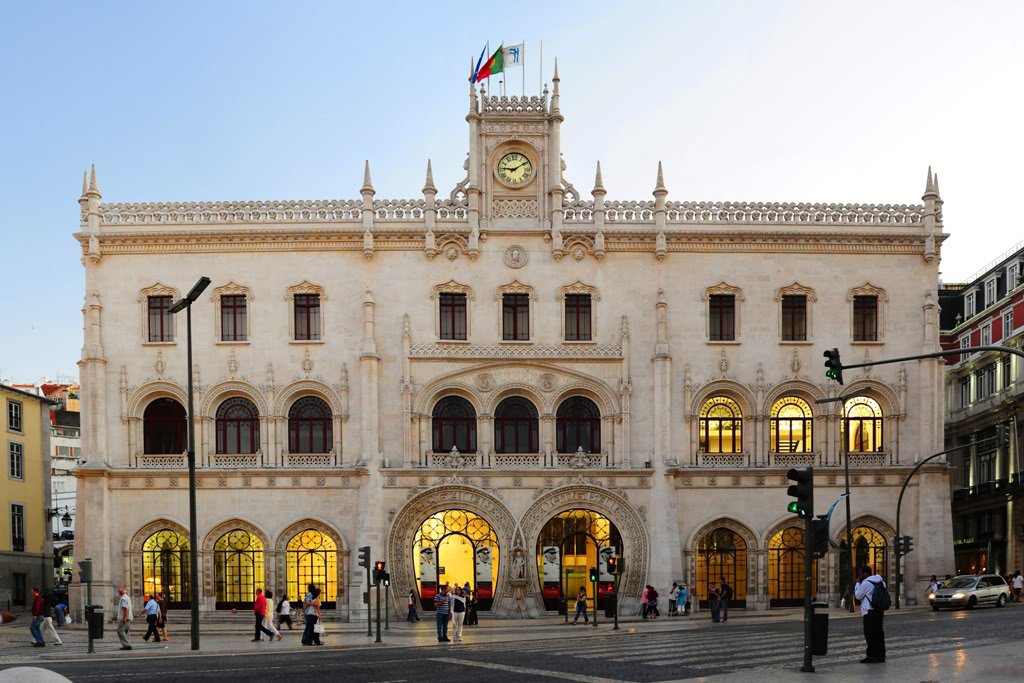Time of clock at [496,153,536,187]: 9:09
